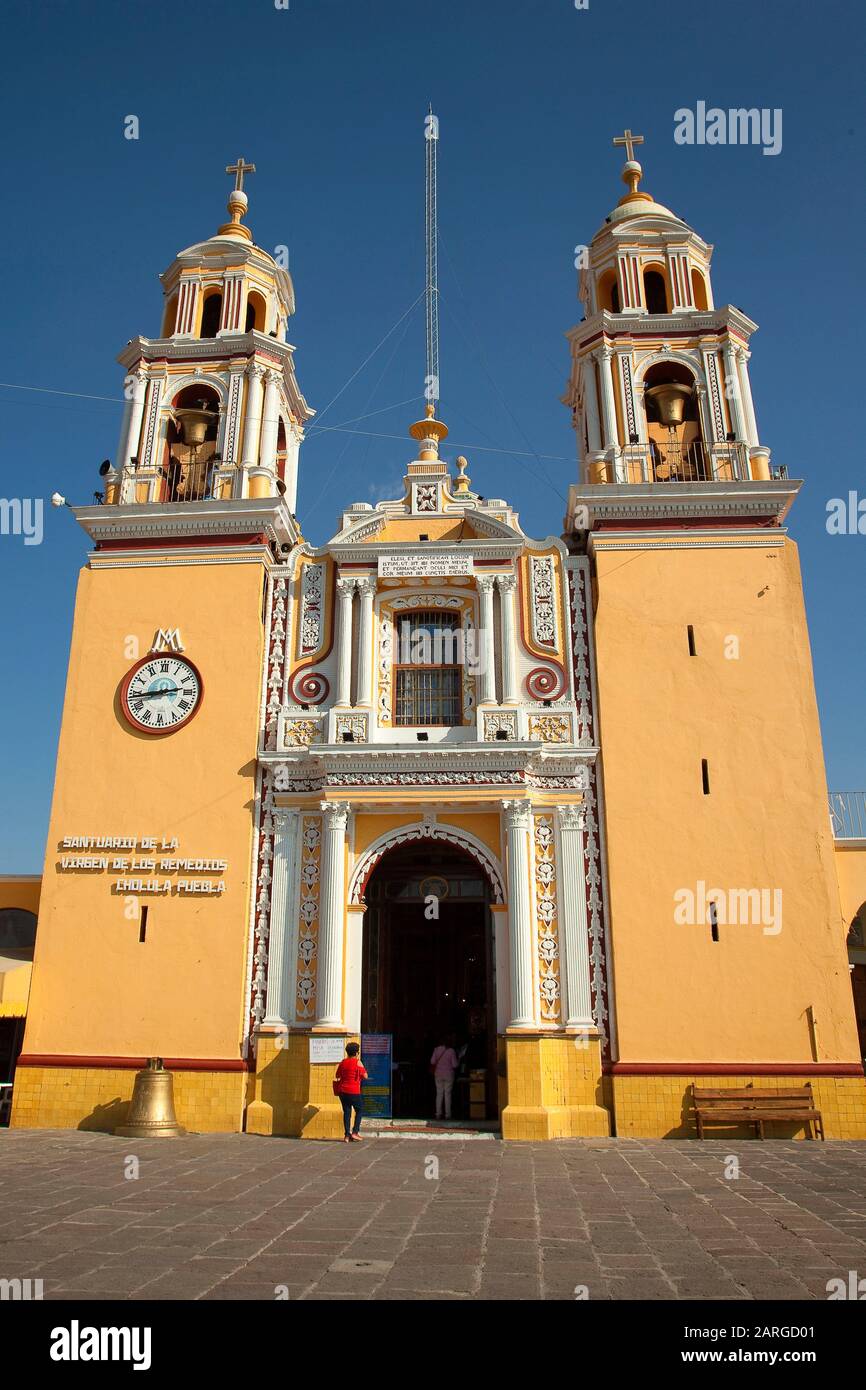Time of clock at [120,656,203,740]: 2:43
